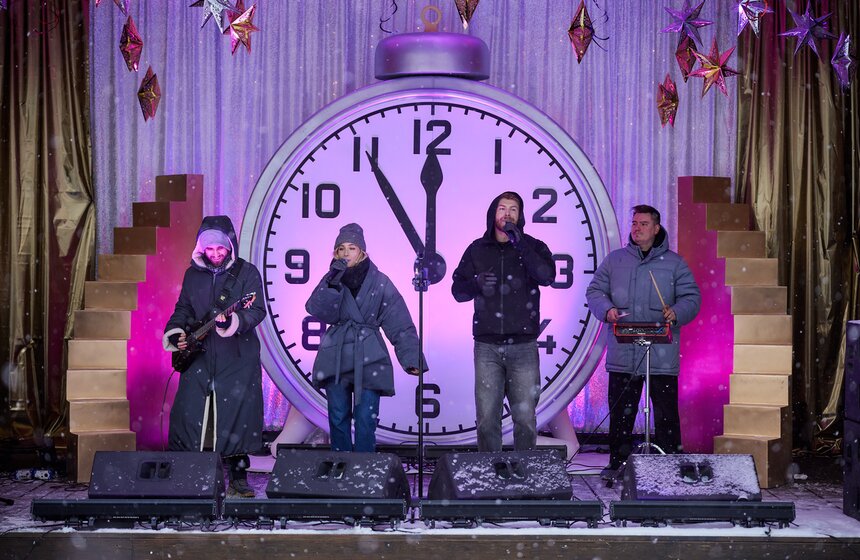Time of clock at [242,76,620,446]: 11:54
